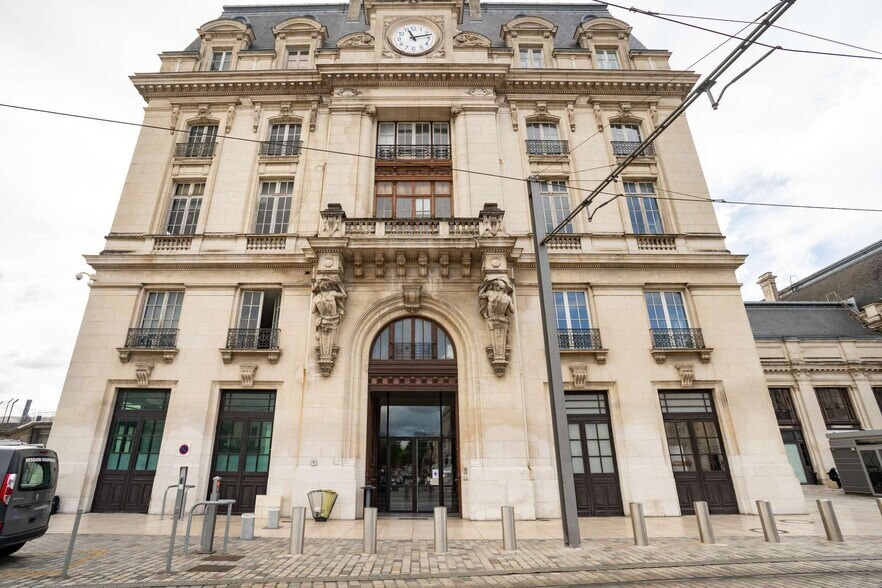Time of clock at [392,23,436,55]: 11:12
